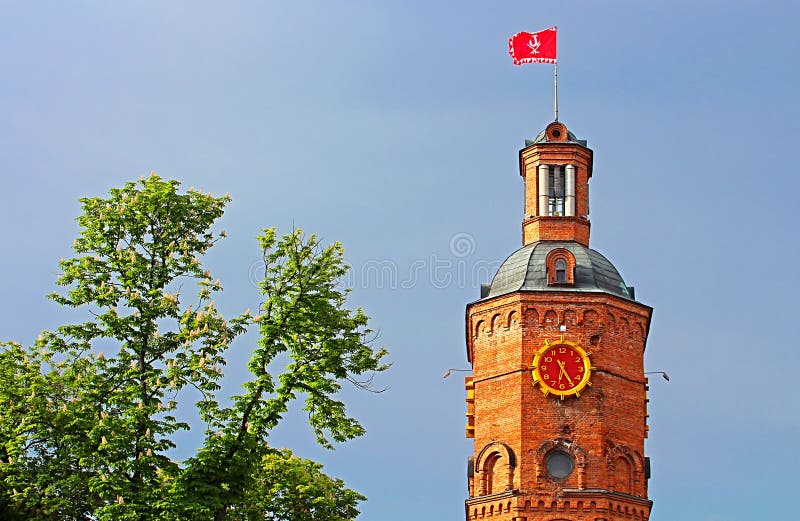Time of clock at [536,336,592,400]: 6:24
